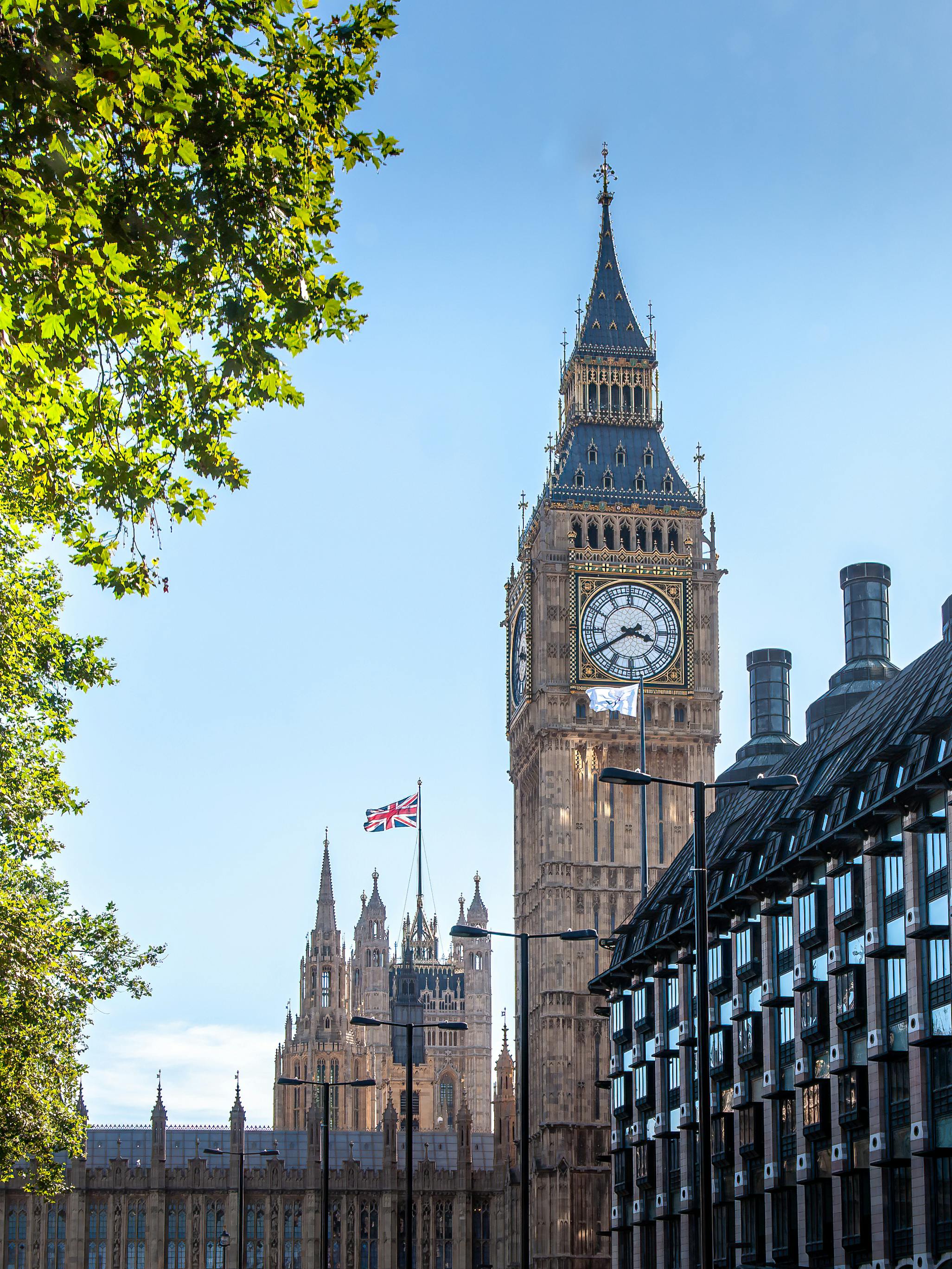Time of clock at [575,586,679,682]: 3:39
